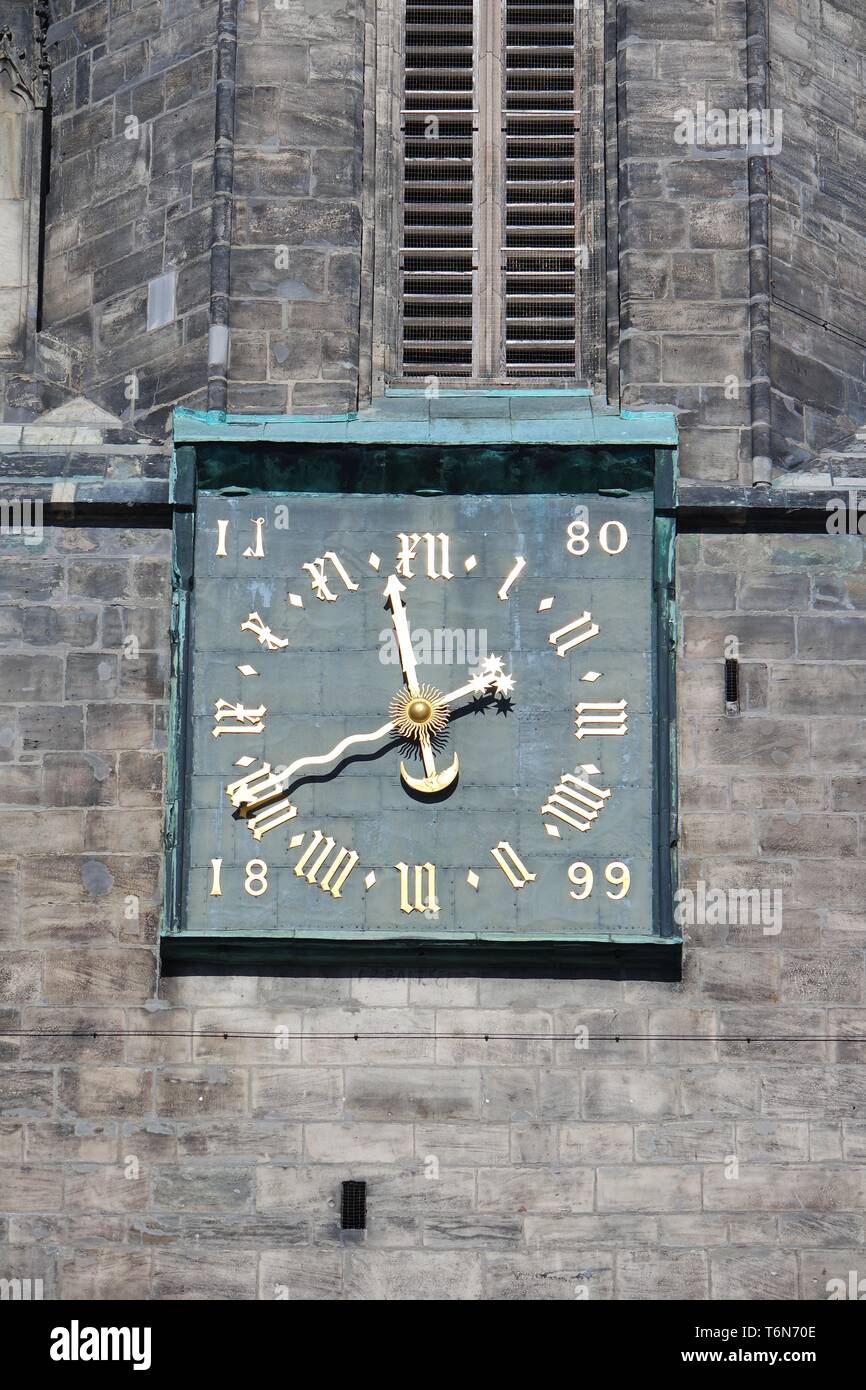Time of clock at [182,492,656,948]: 11:40
